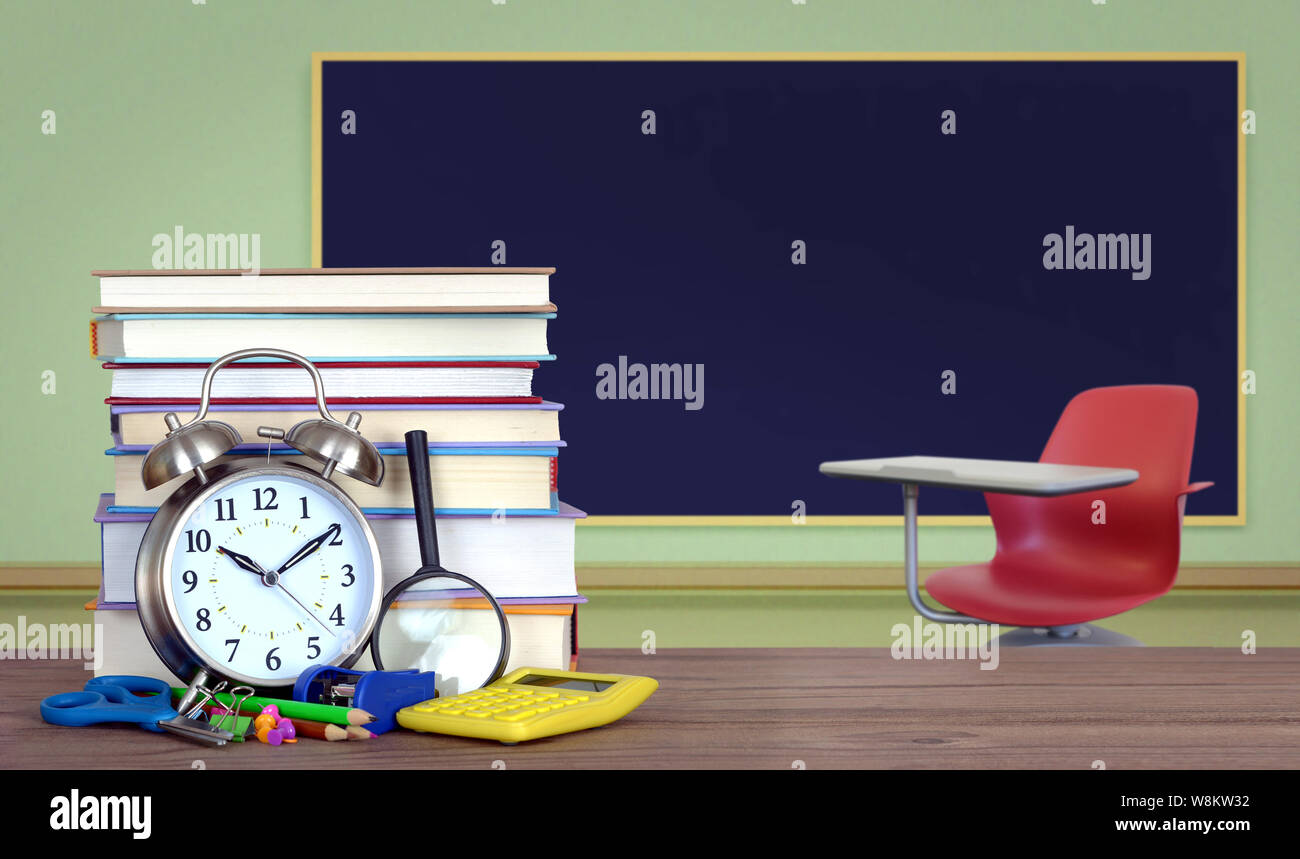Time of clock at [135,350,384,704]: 10:09
